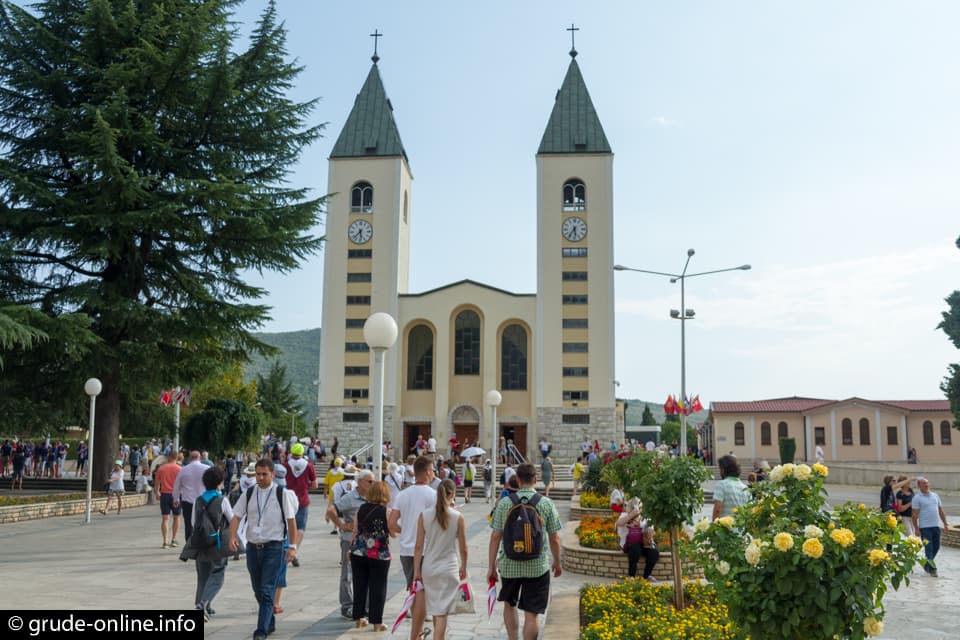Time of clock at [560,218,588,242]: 5:35
